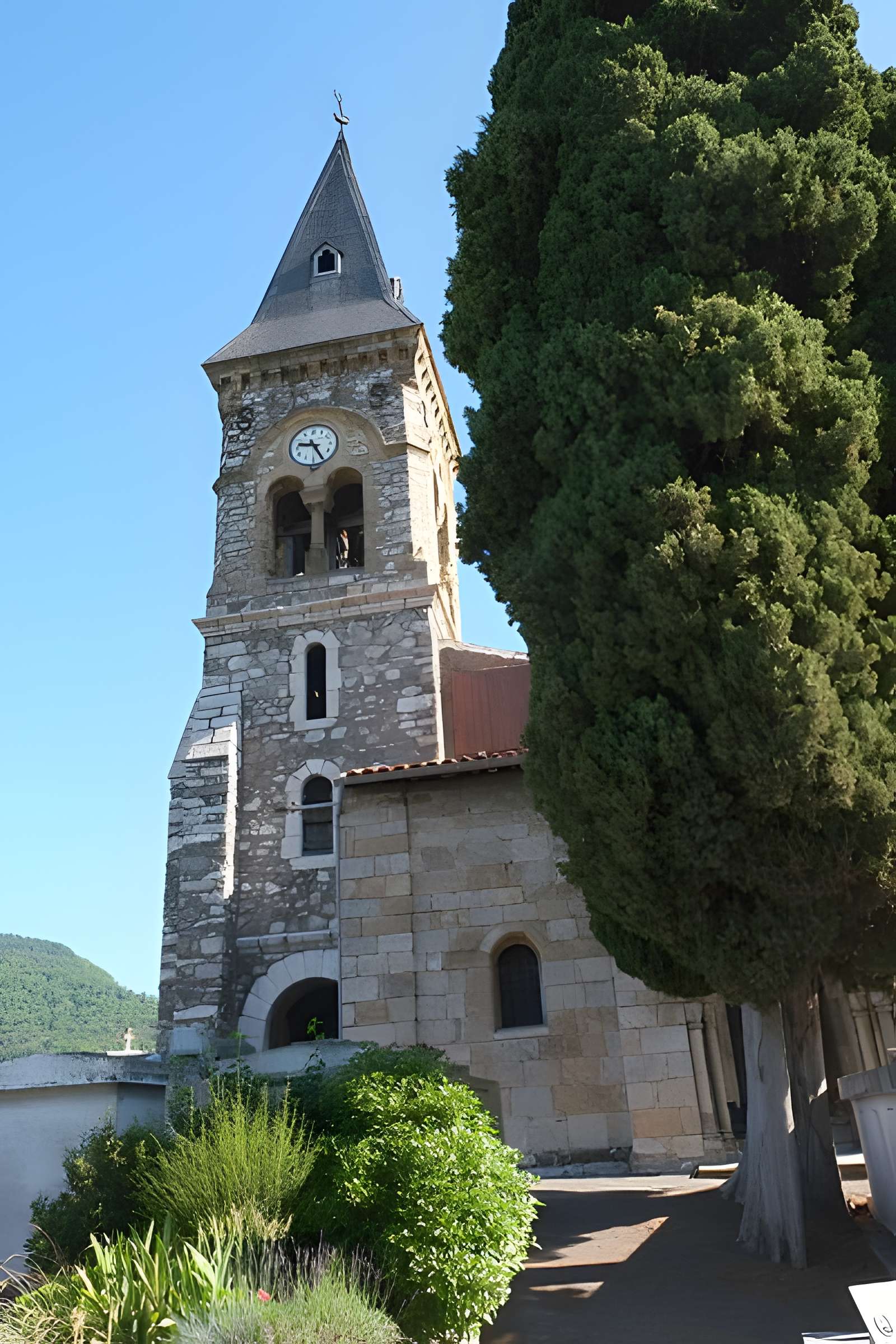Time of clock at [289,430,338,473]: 9:25
